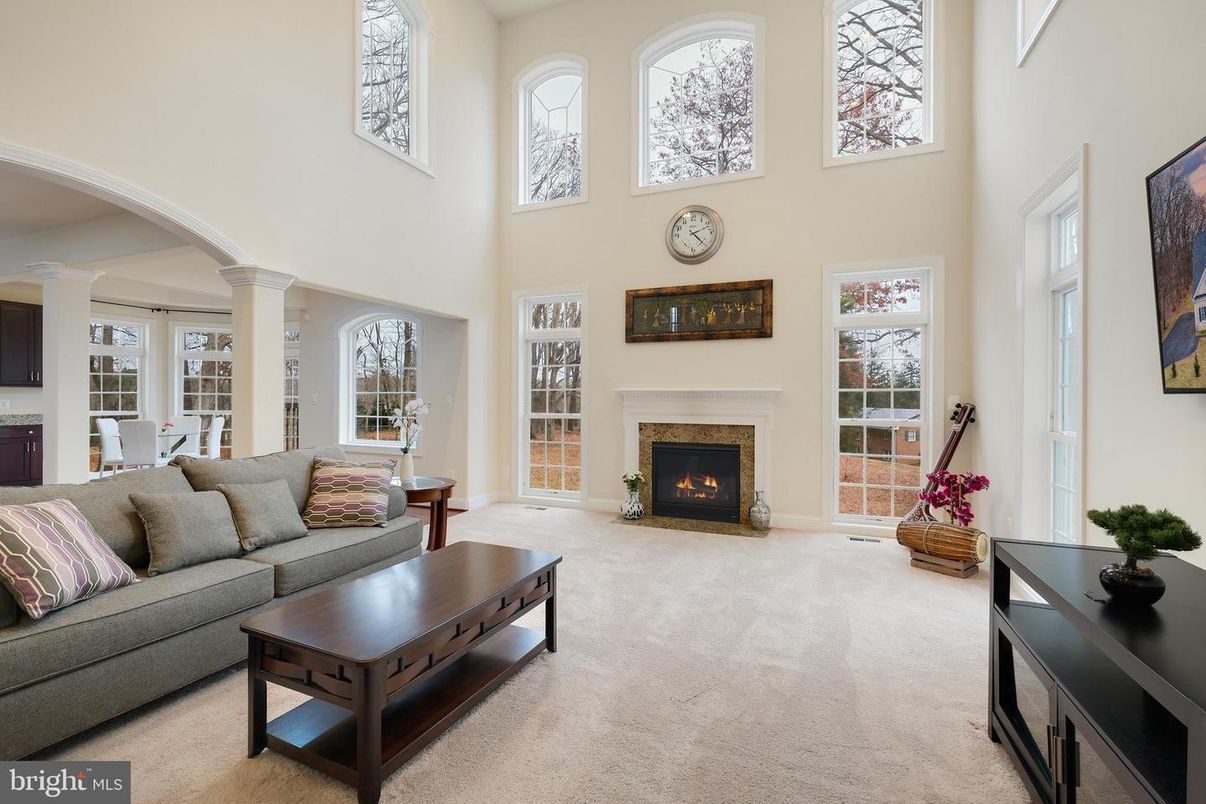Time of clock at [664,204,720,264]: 2:22
